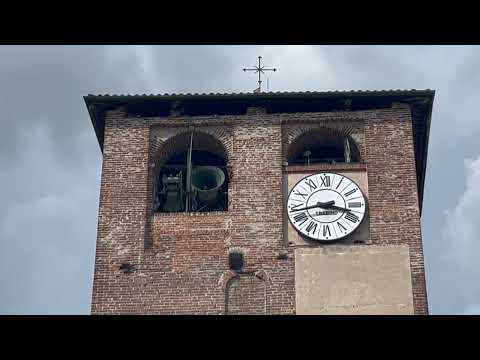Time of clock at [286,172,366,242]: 3:43
